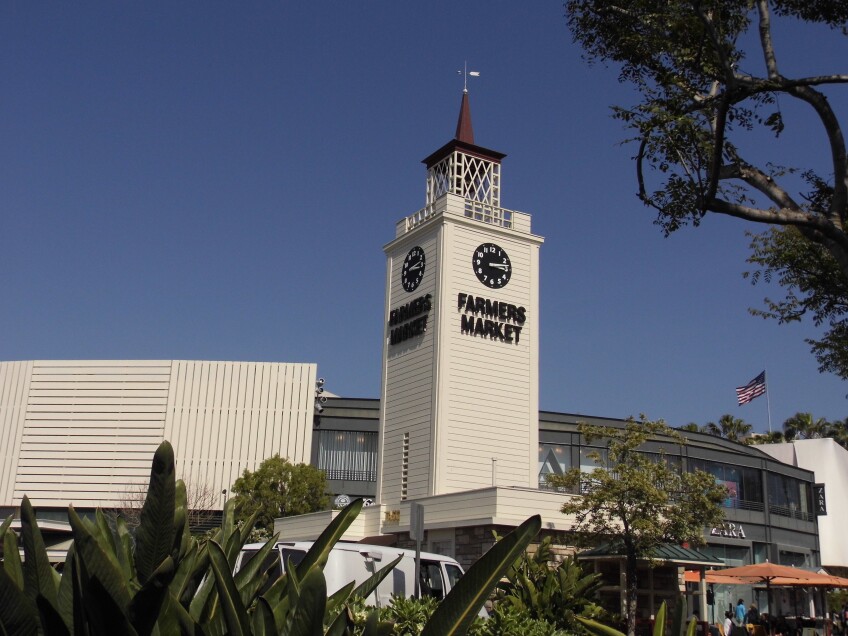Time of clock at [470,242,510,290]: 3:13
